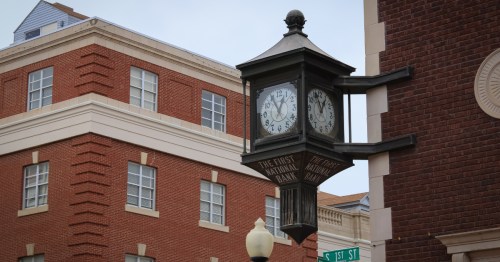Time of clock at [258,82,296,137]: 12:55
